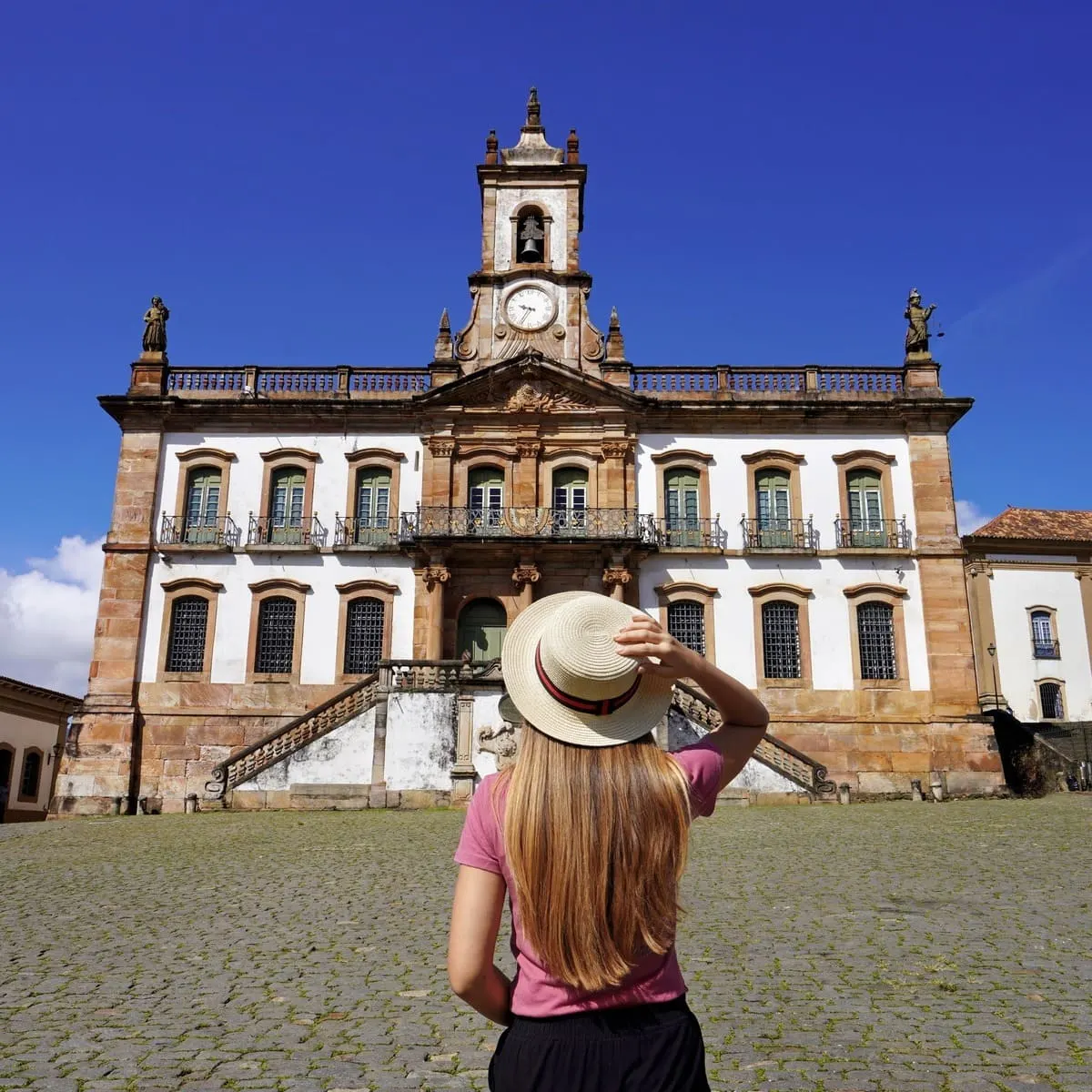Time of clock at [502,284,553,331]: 9:35
